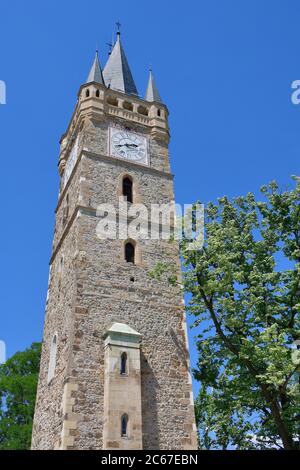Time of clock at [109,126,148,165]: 2:40
